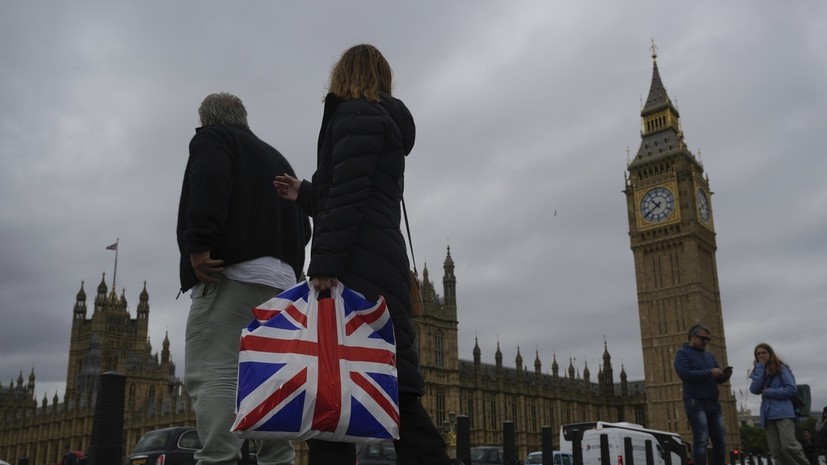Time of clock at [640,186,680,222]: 10:39
